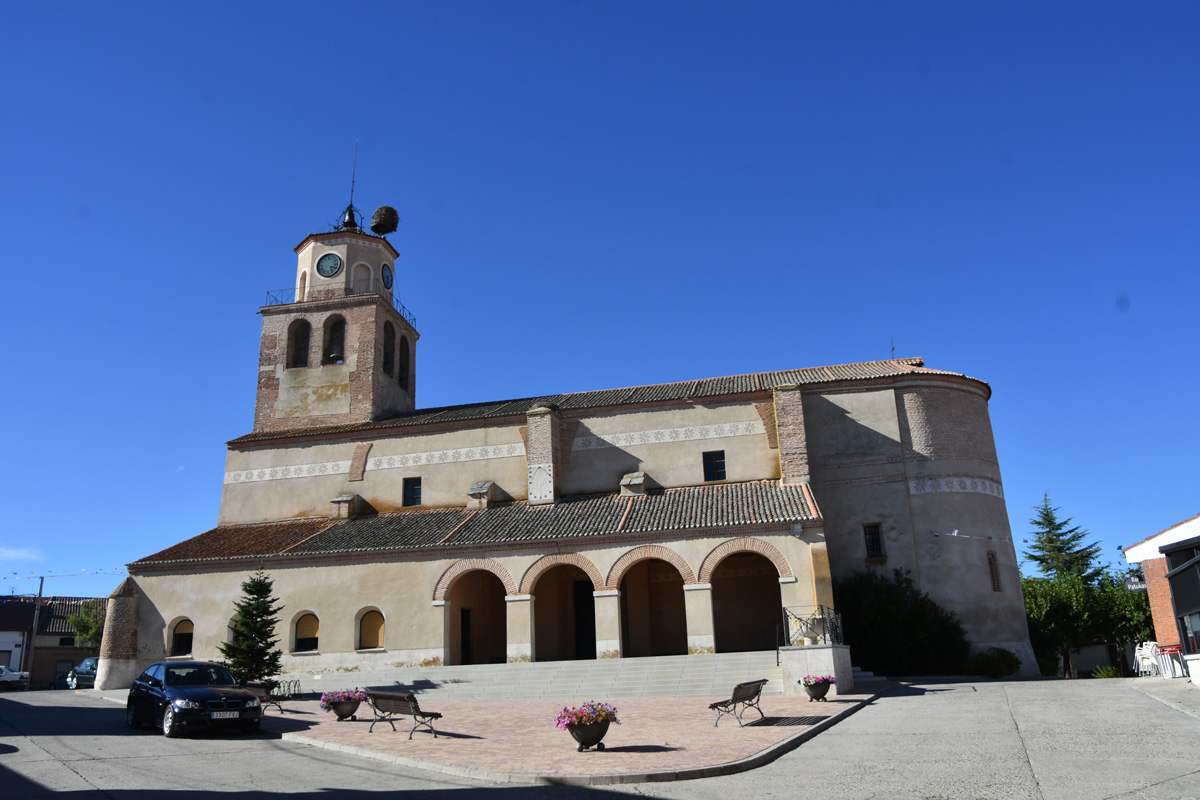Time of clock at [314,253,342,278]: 5:18
